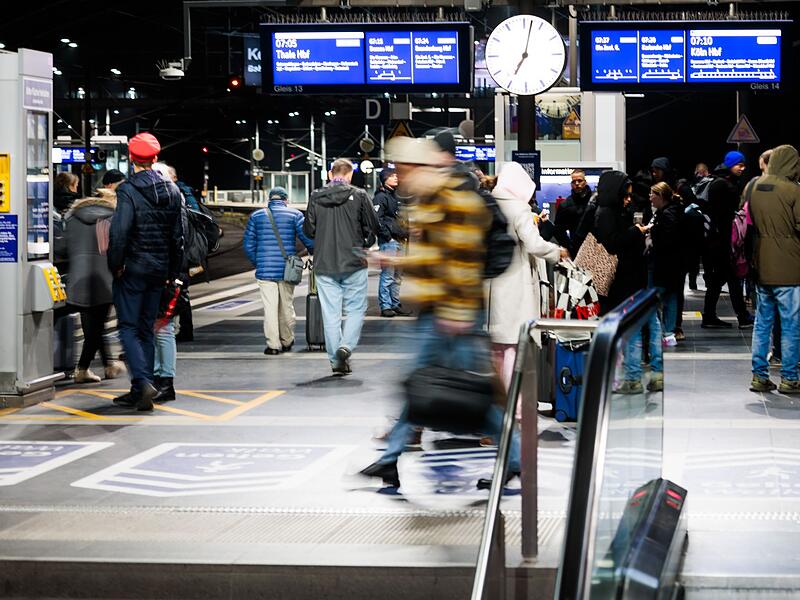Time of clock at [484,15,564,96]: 7:02
